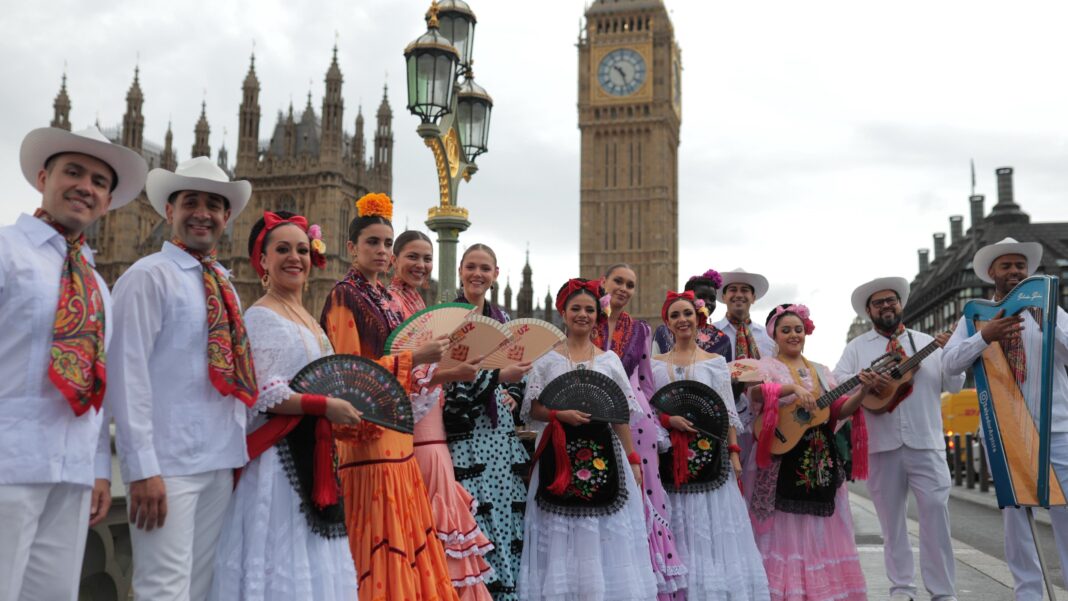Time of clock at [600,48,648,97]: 10:26
